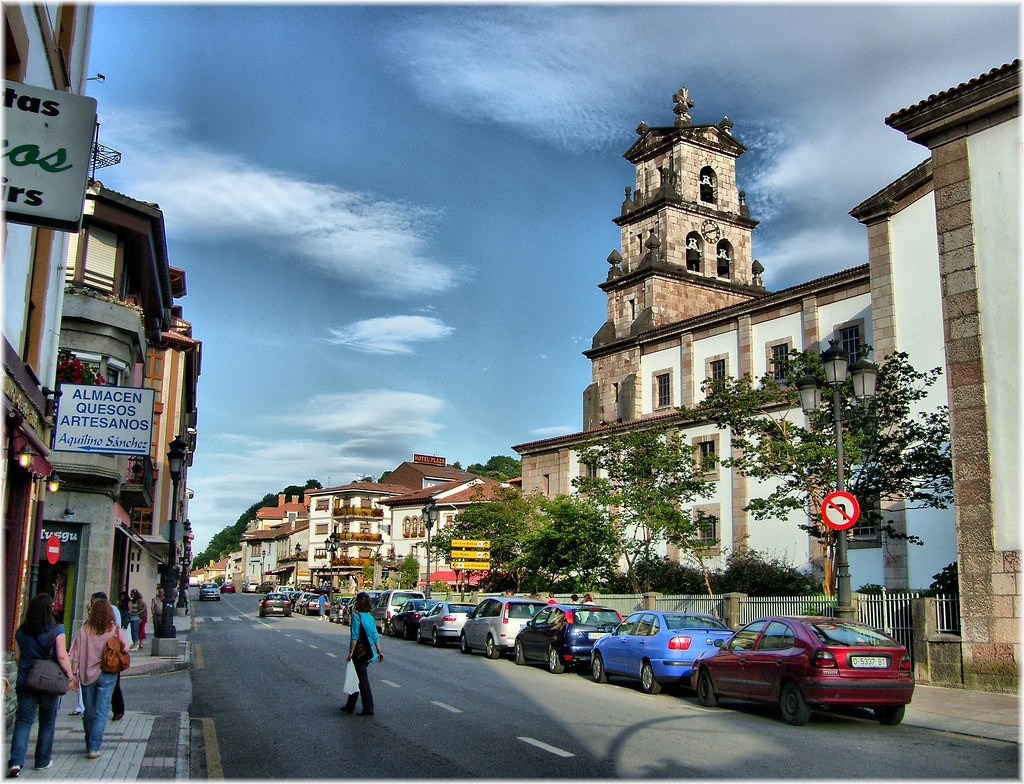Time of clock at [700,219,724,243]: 8:11
